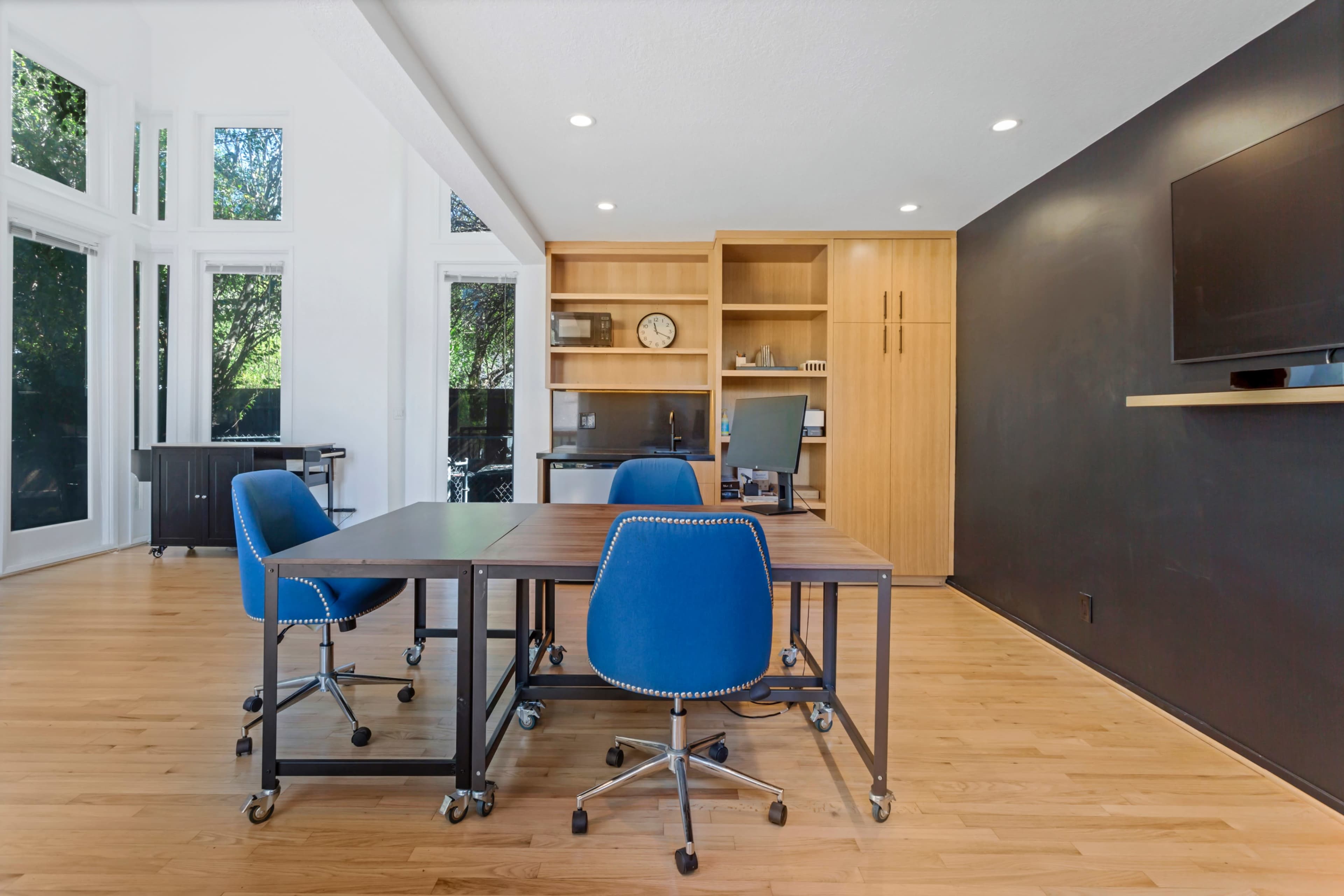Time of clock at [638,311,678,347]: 11:19
